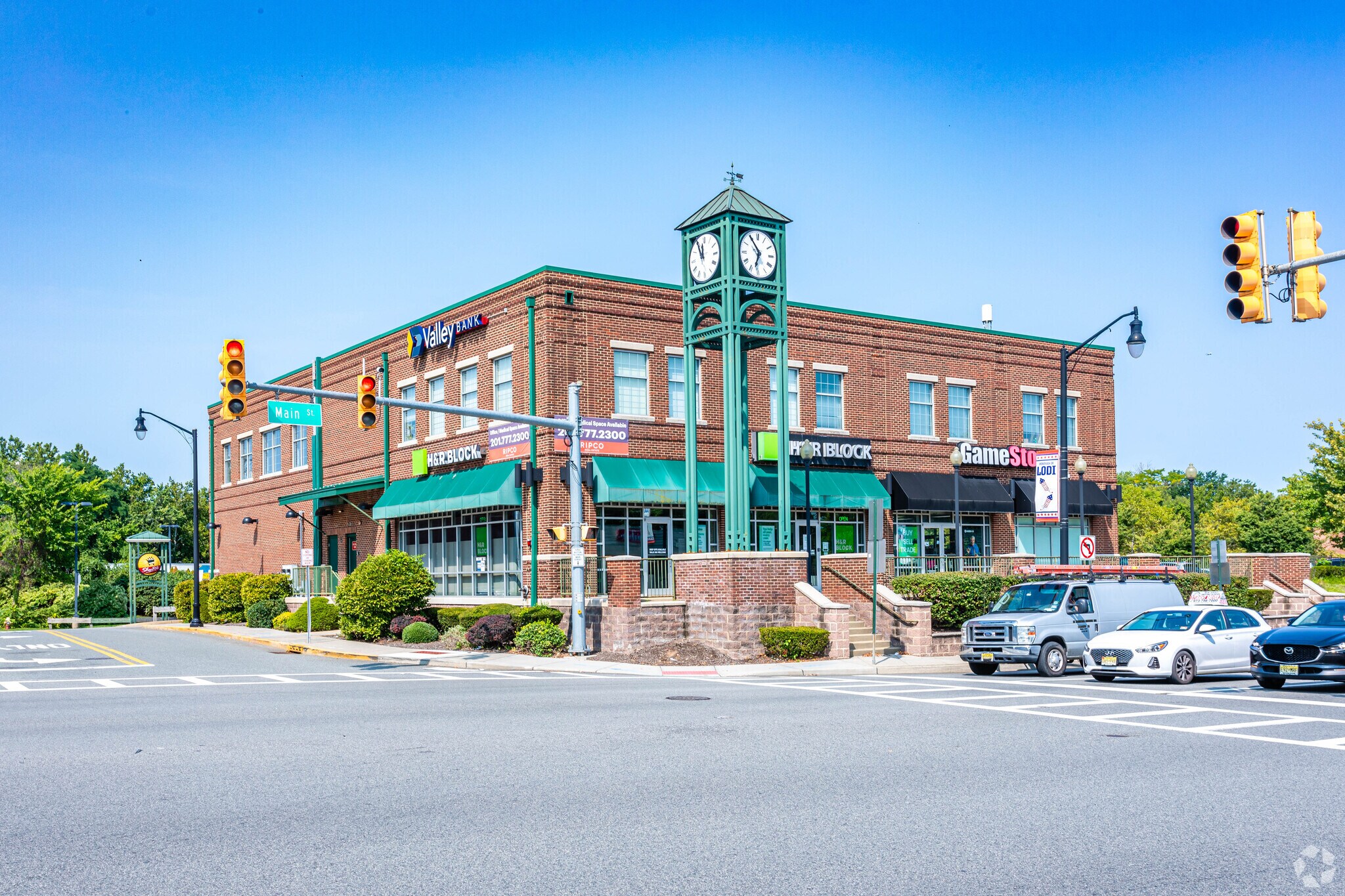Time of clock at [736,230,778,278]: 6:54
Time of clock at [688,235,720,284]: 11:55
